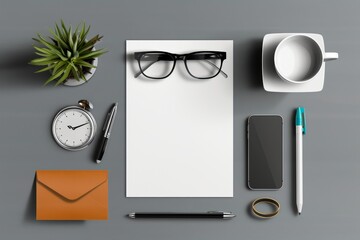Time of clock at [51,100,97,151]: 9:11
